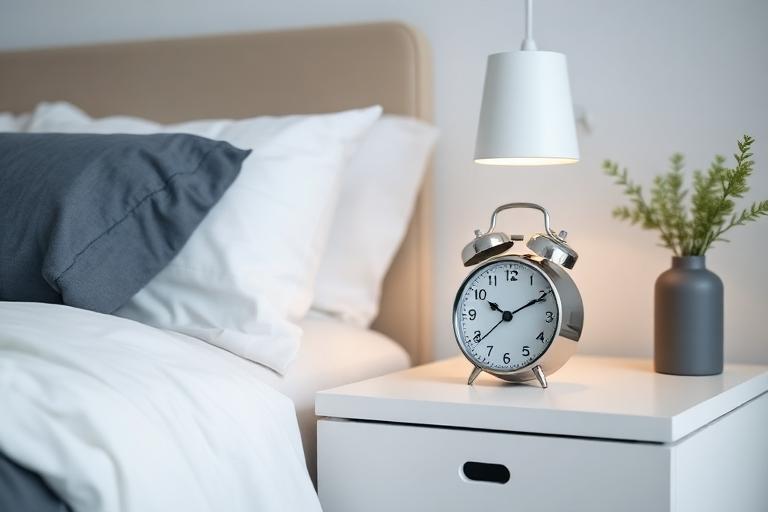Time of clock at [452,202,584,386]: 10:10
